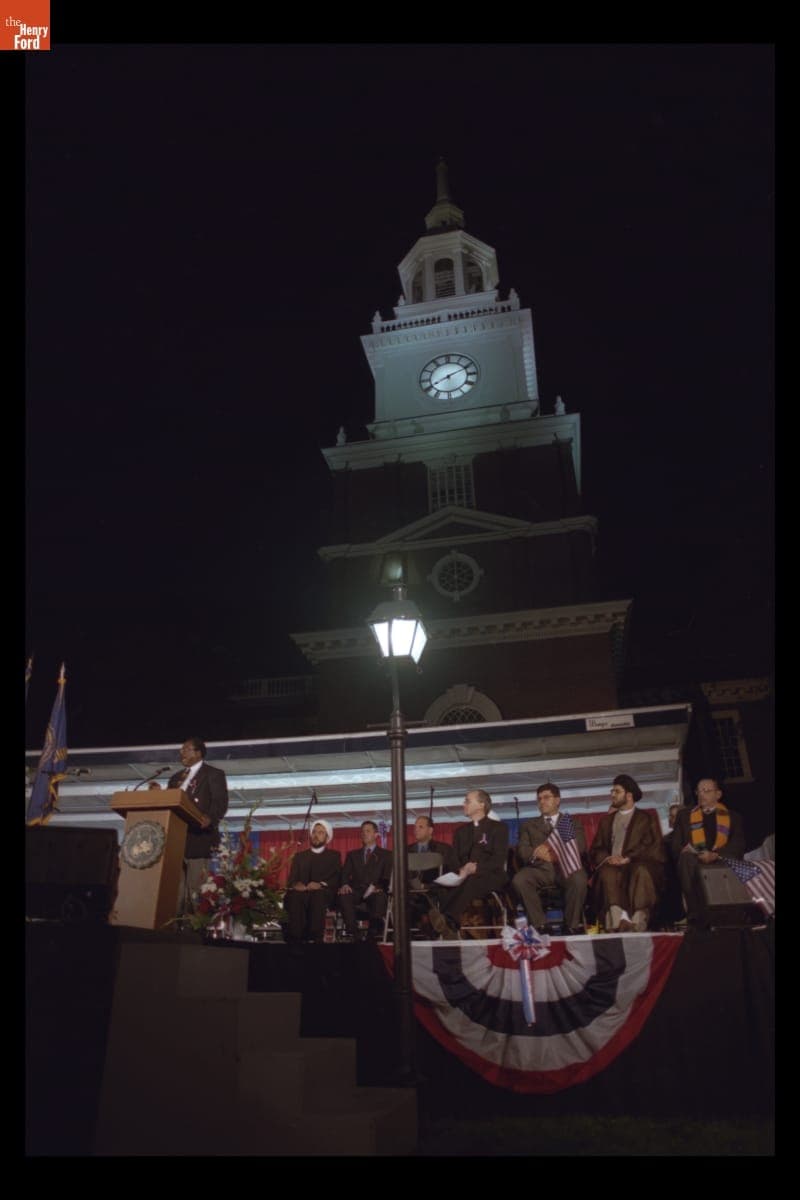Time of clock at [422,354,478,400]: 8:11
